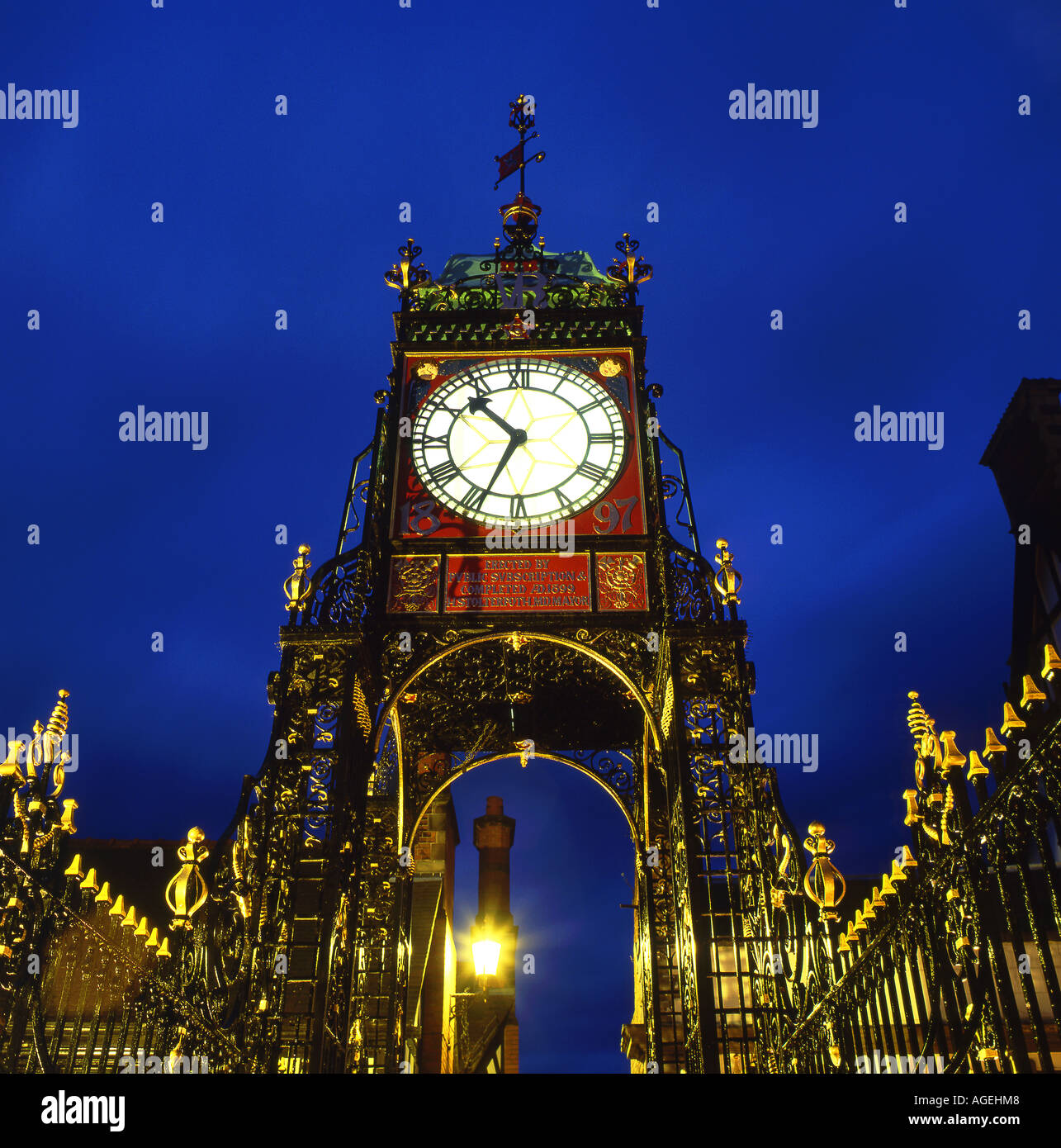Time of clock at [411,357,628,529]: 10:34
